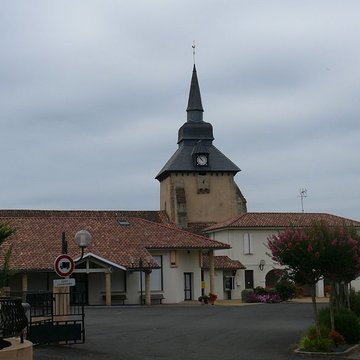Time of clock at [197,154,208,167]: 10:53
